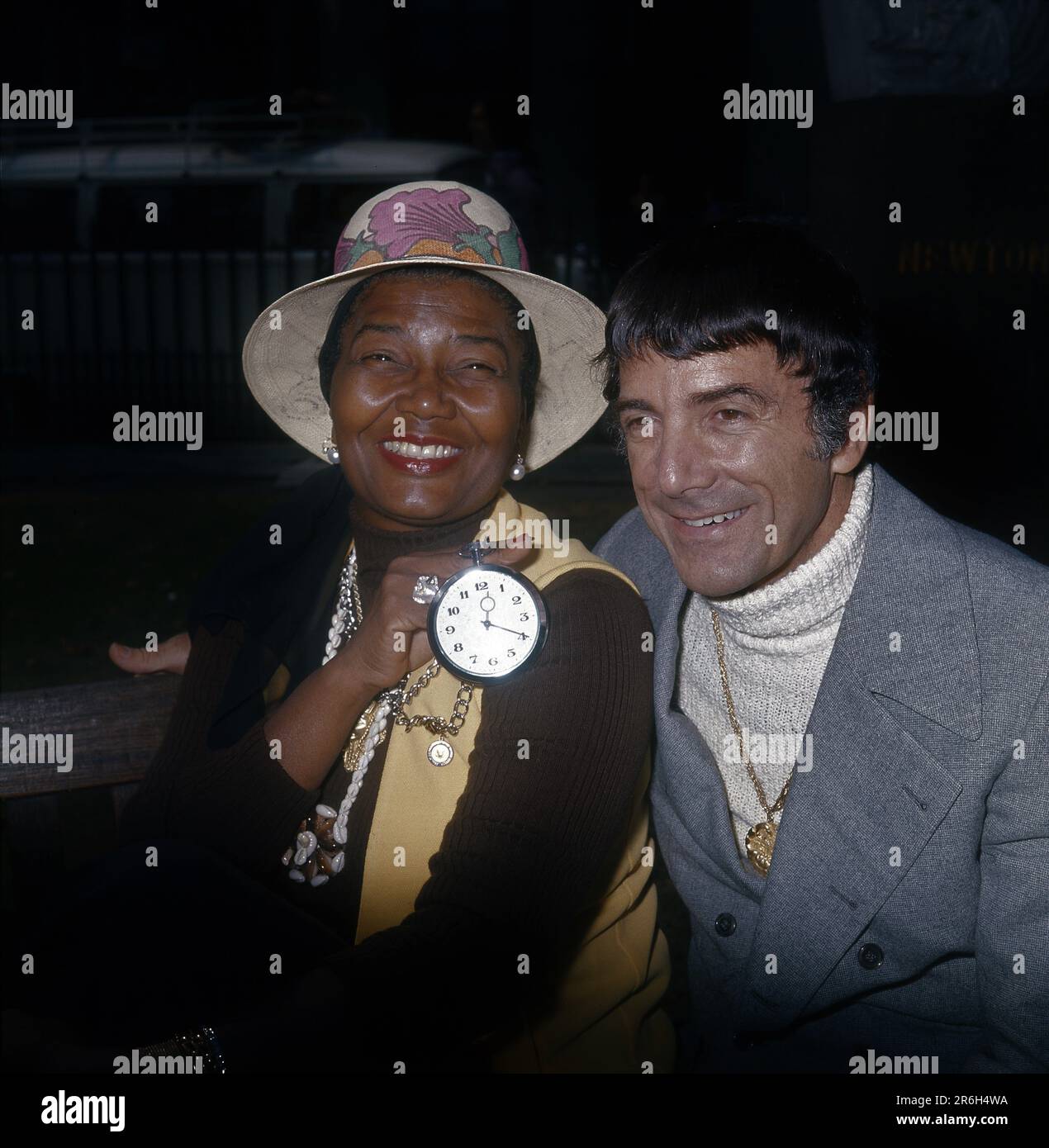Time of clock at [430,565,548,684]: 12:19
